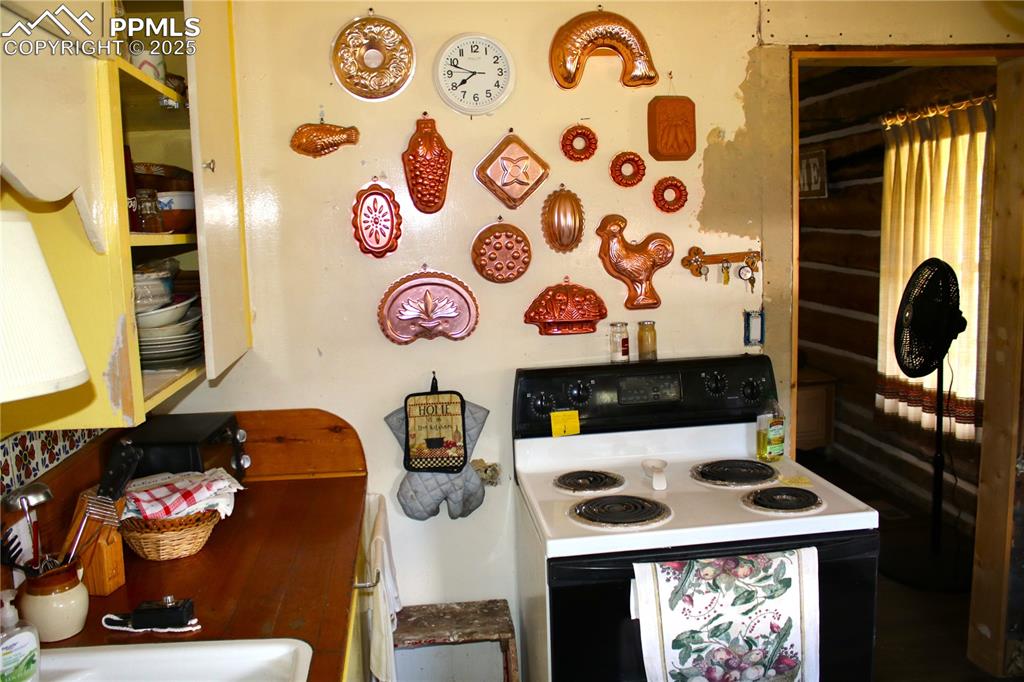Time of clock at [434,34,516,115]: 7:48
